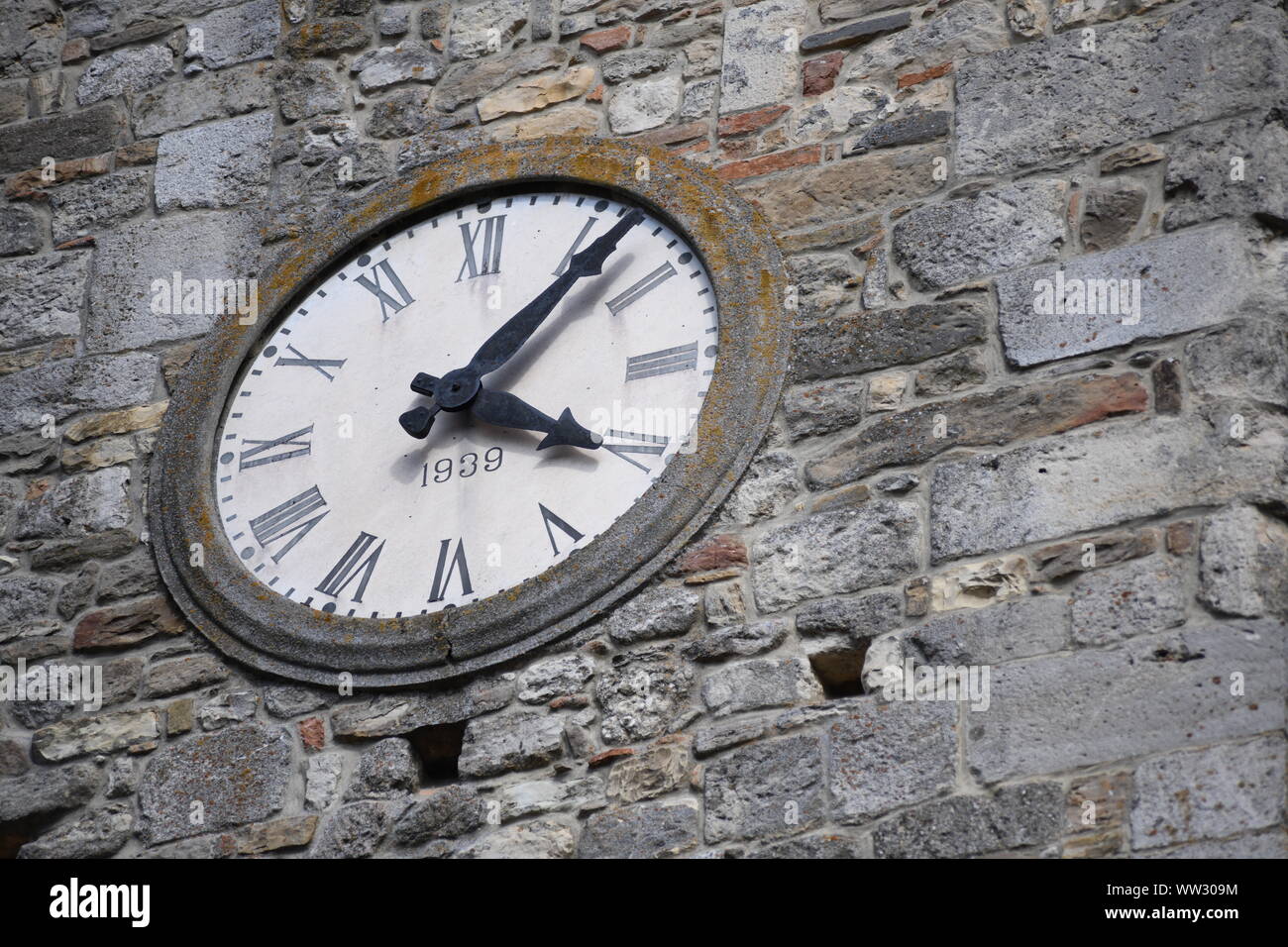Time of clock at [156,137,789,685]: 4:07
